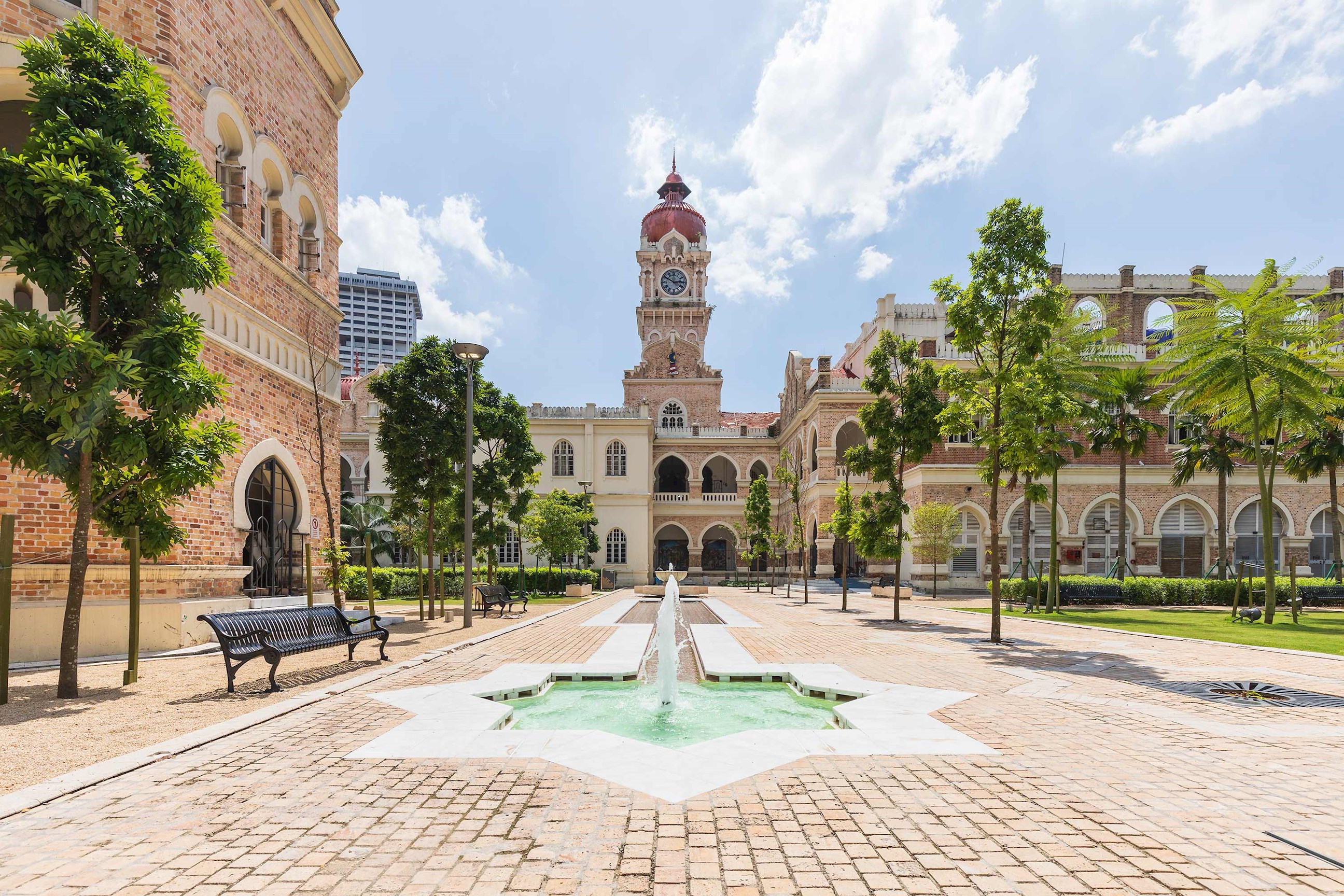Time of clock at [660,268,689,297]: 2:49
